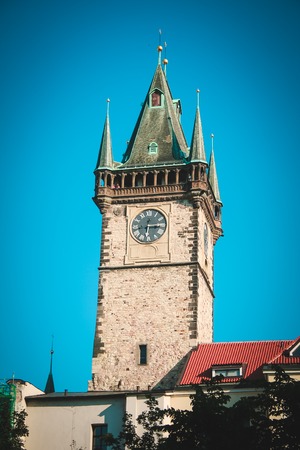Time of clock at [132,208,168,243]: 6:14
